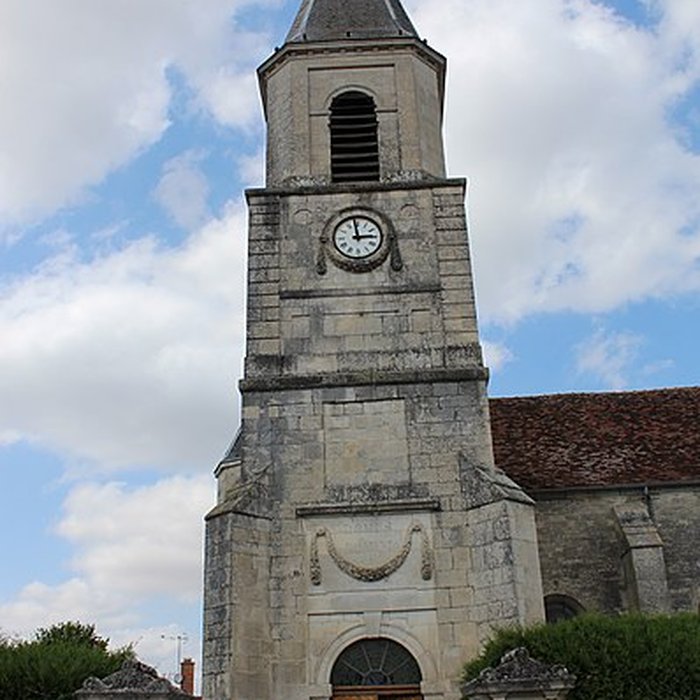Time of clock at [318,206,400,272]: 2:58
